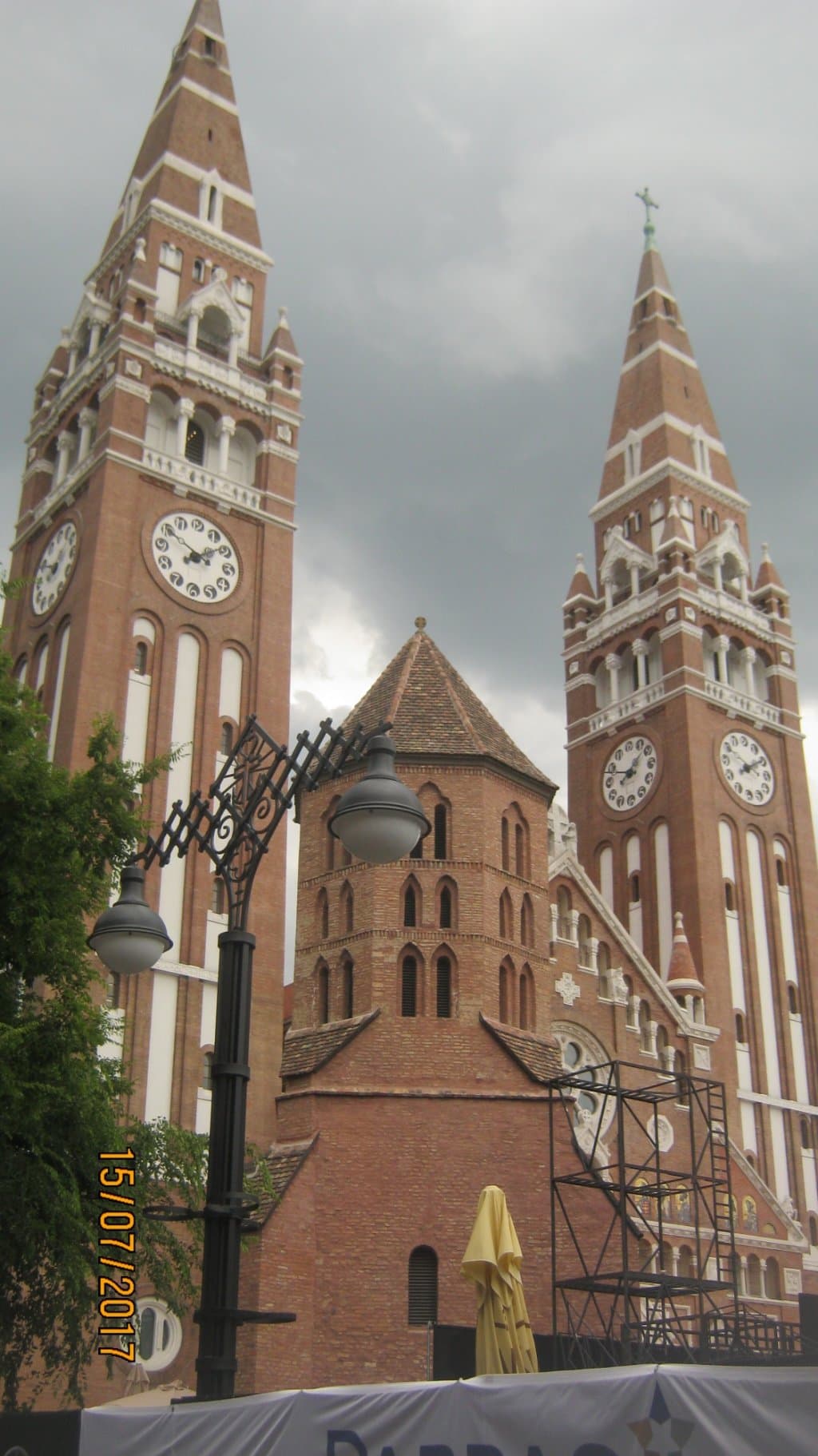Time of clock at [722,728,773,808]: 8:09
